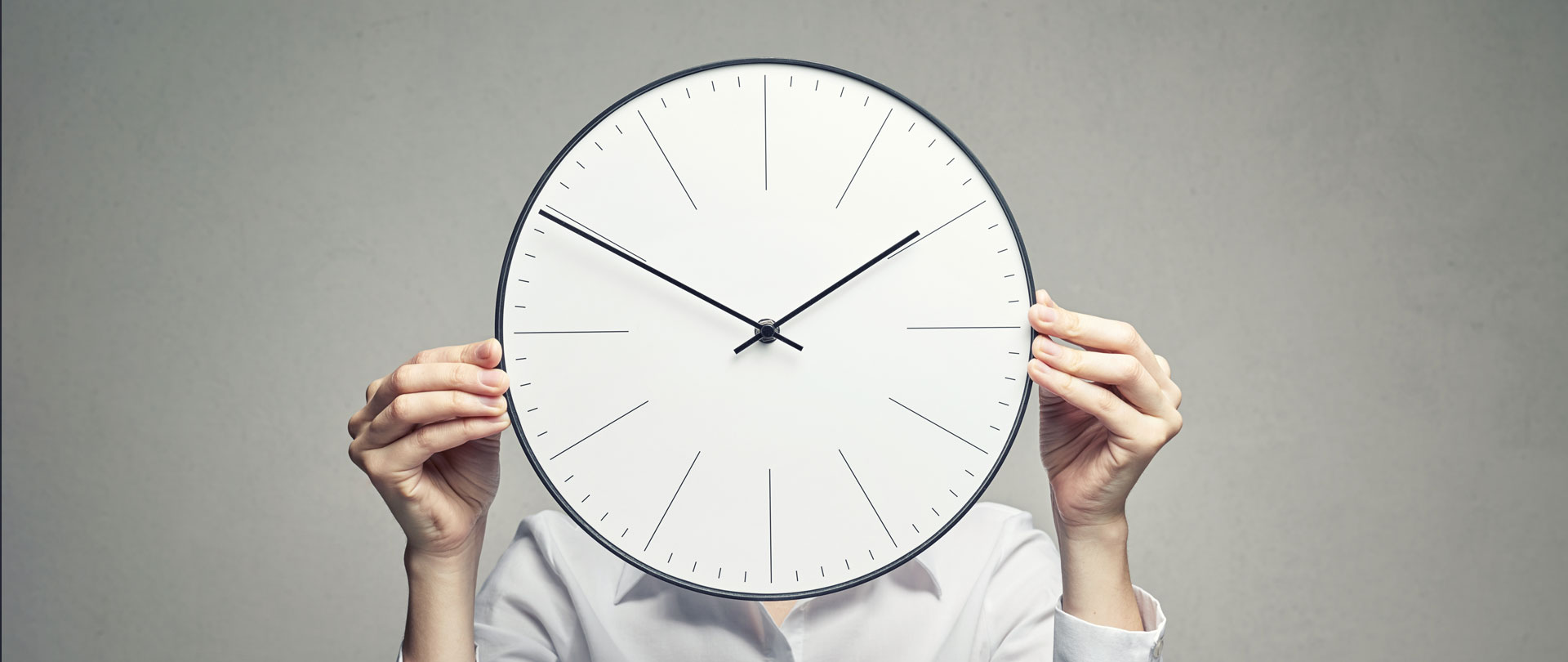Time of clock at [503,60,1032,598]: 1:50
